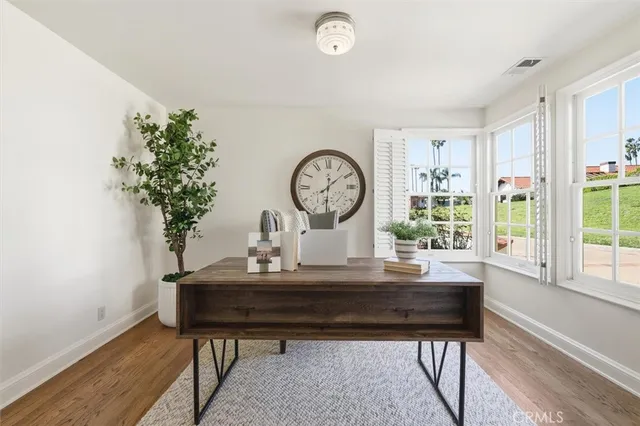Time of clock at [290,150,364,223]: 12:08
